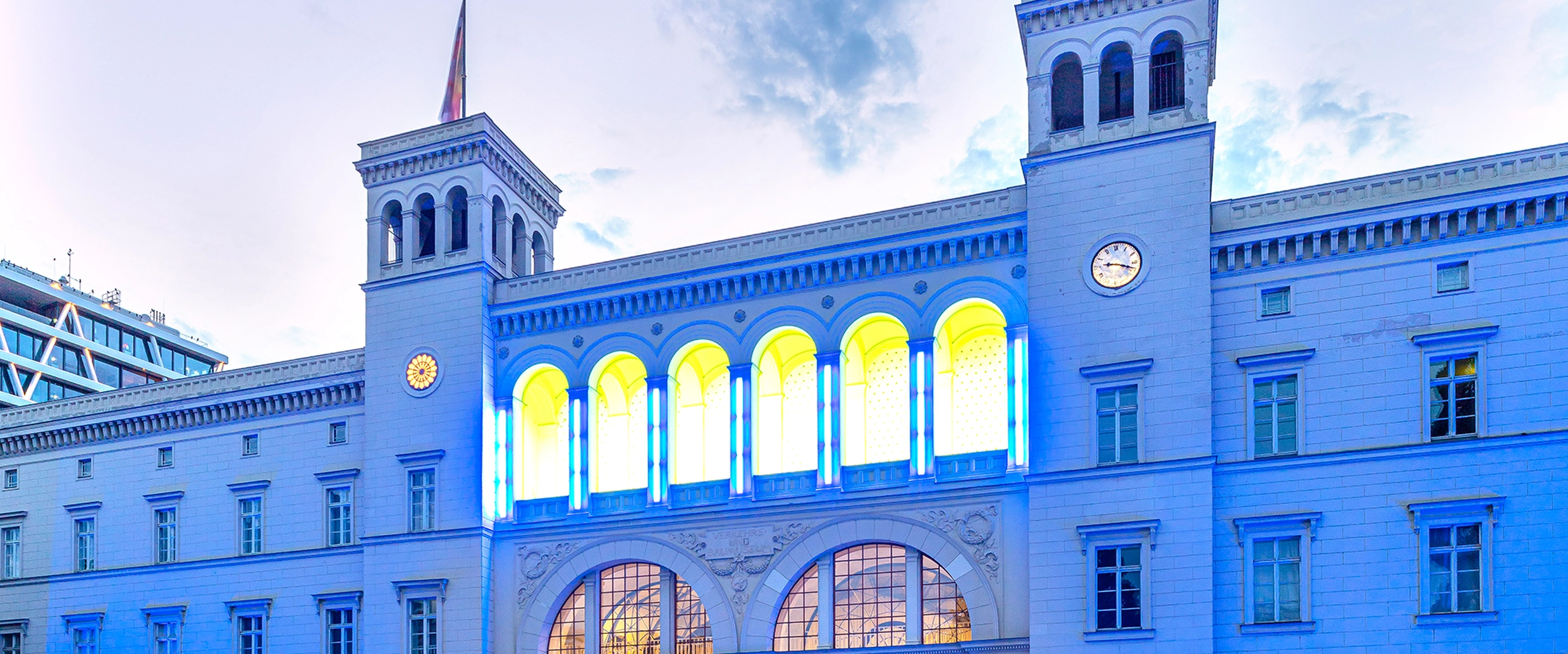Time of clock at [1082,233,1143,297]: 9:18
